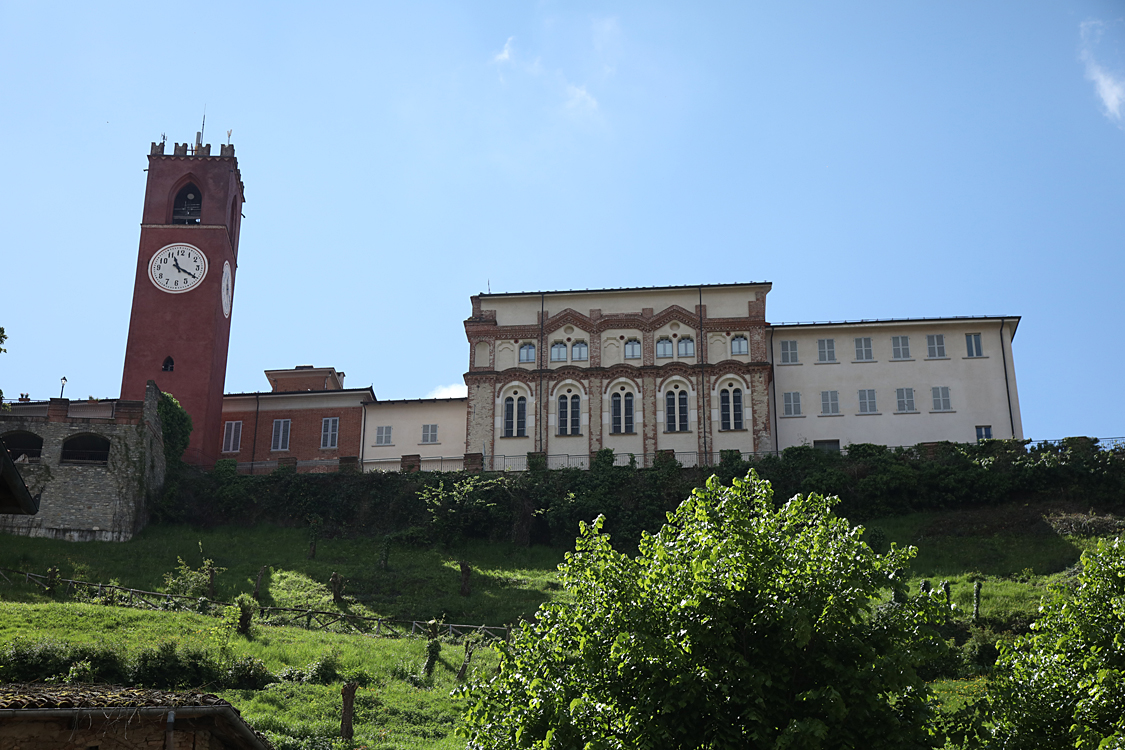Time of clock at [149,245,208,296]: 11:19
